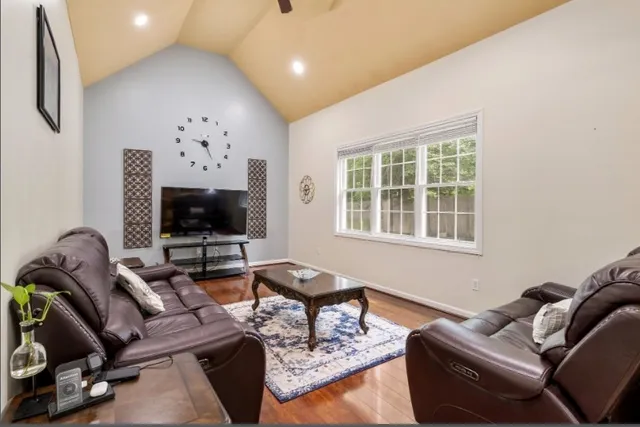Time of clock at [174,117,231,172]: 9:26
